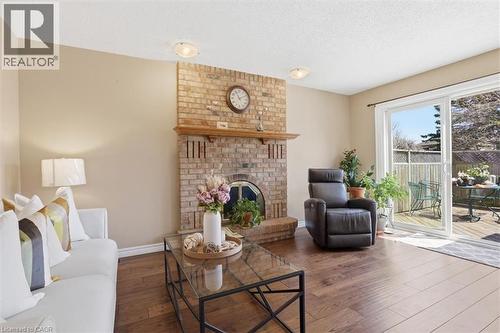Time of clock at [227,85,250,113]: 11:10
